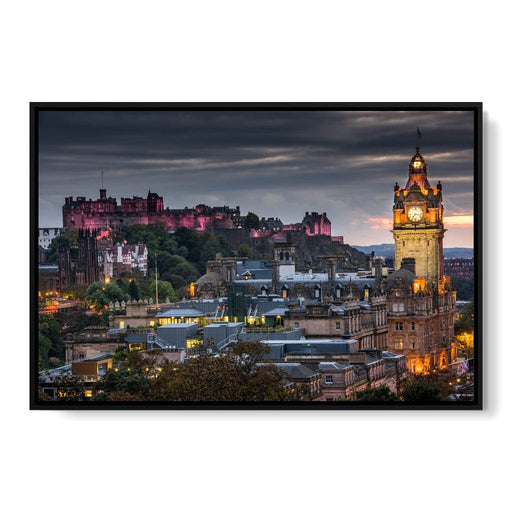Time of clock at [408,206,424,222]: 7:17
